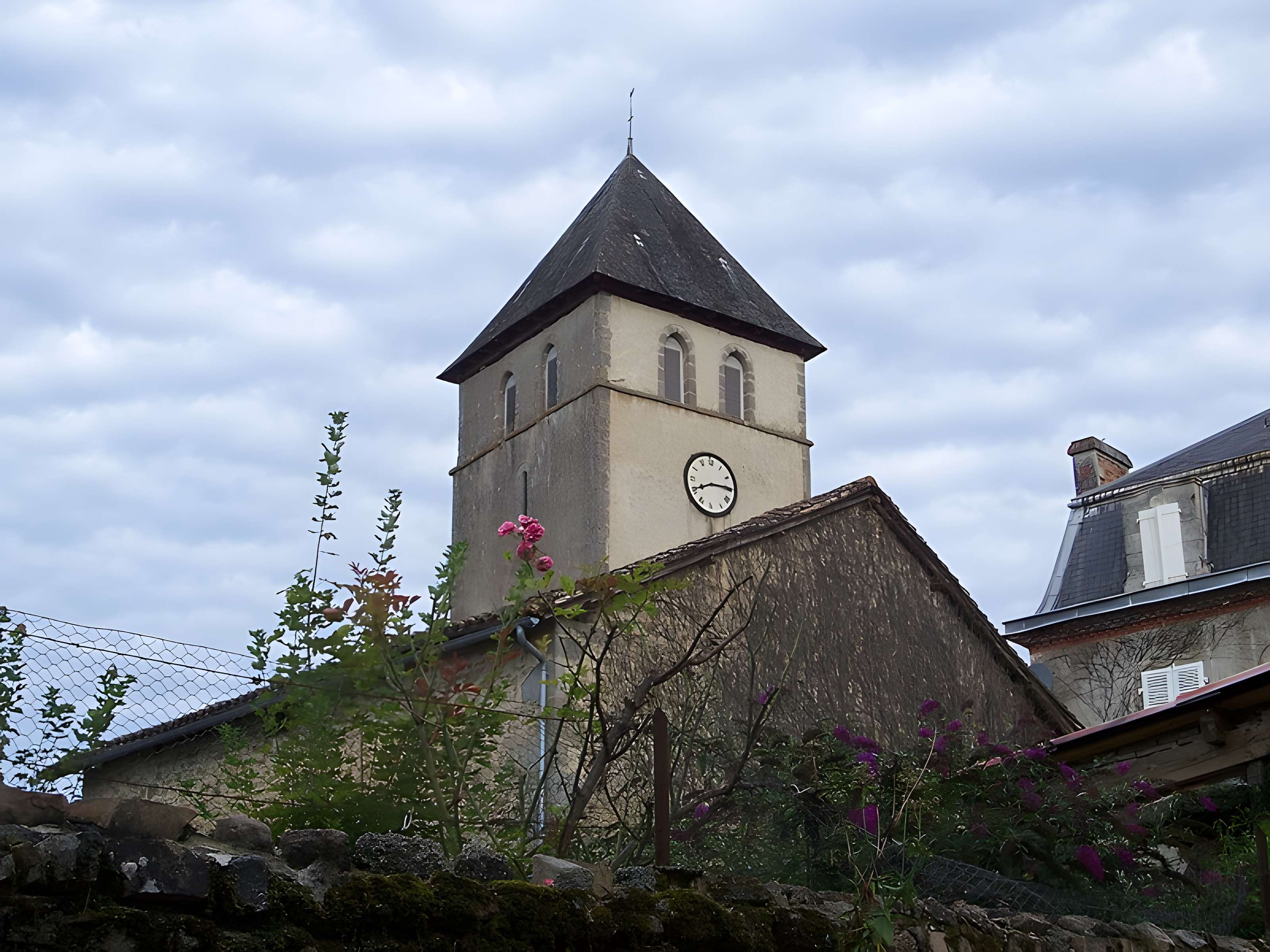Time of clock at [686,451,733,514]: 8:14
